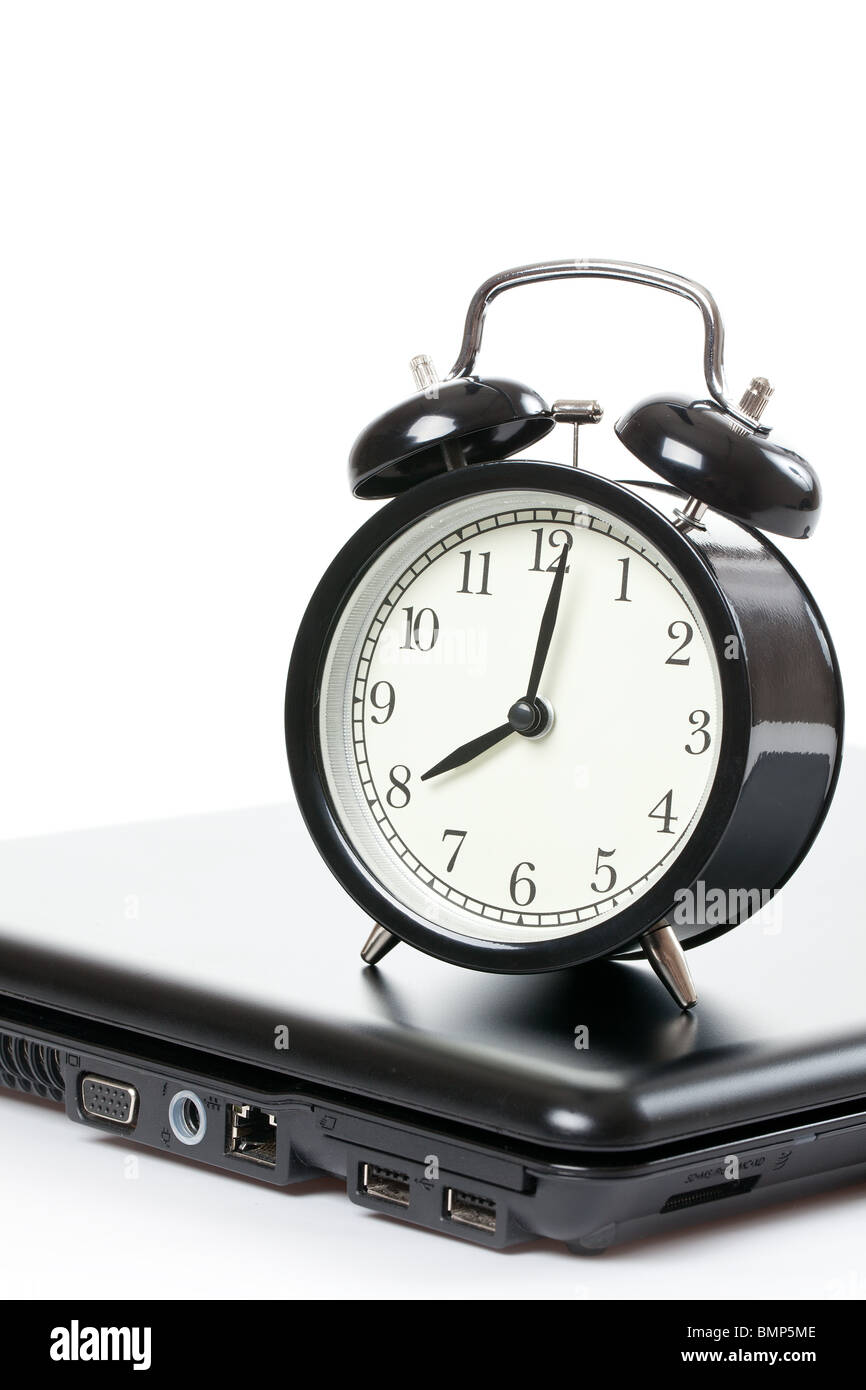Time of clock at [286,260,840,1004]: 8:01
